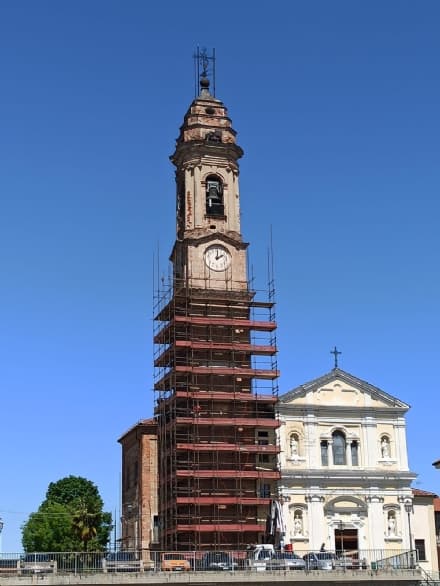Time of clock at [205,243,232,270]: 2:01
